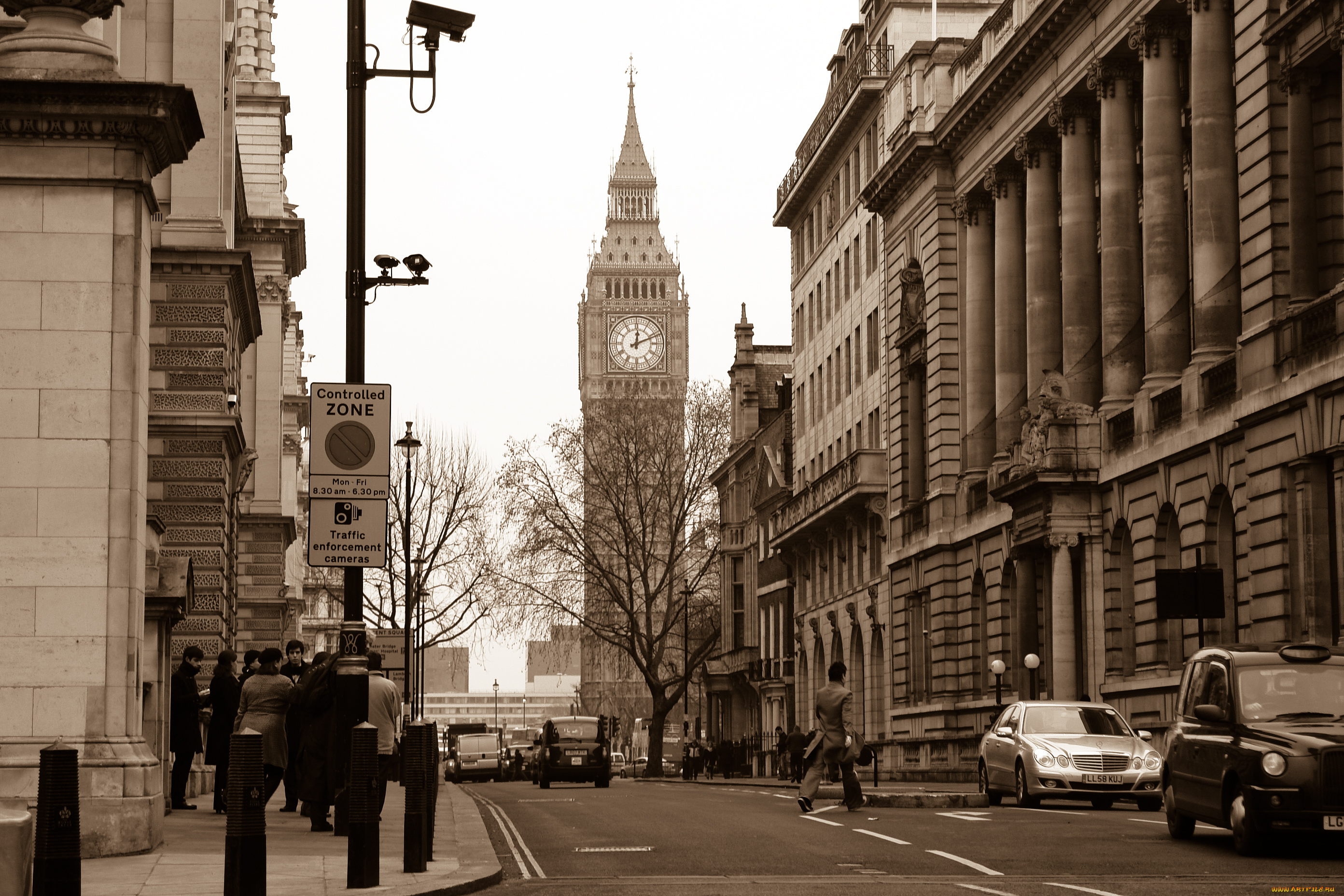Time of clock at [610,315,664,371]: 12:11
